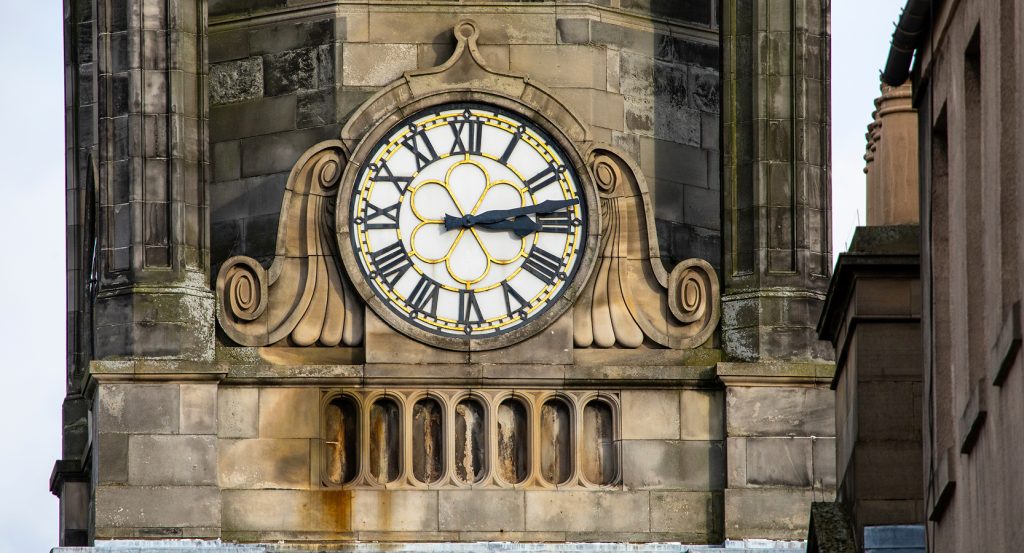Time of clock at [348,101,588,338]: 3:12
